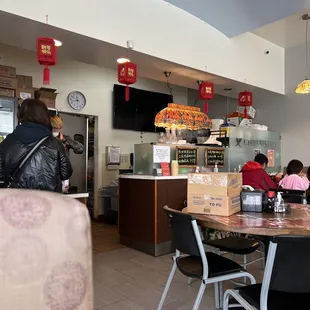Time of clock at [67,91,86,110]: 11:42
